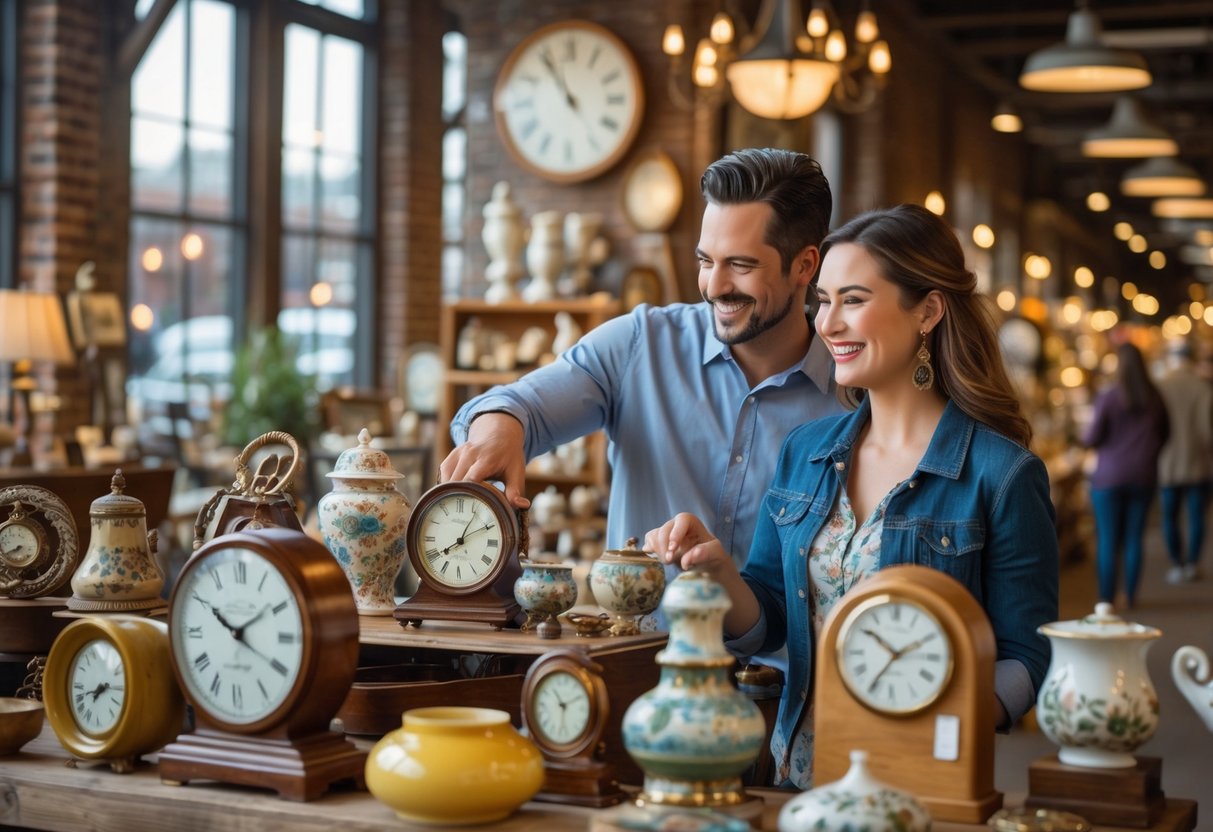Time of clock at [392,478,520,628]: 1:10
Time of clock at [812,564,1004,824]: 10:10
